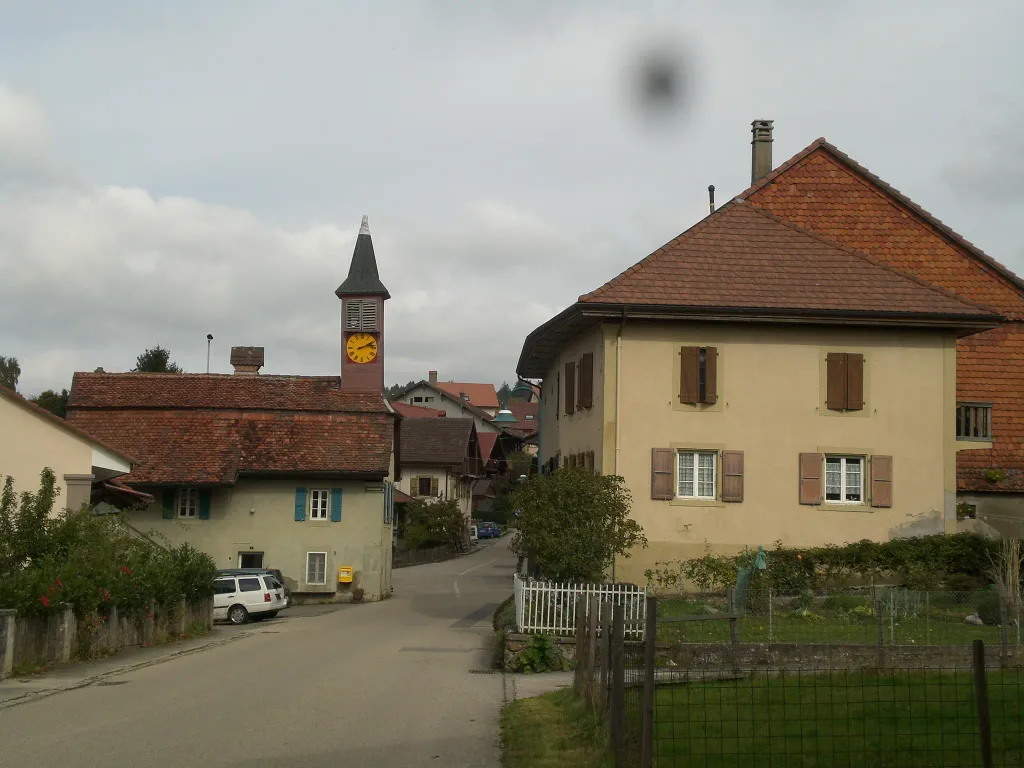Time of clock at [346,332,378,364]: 2:12
